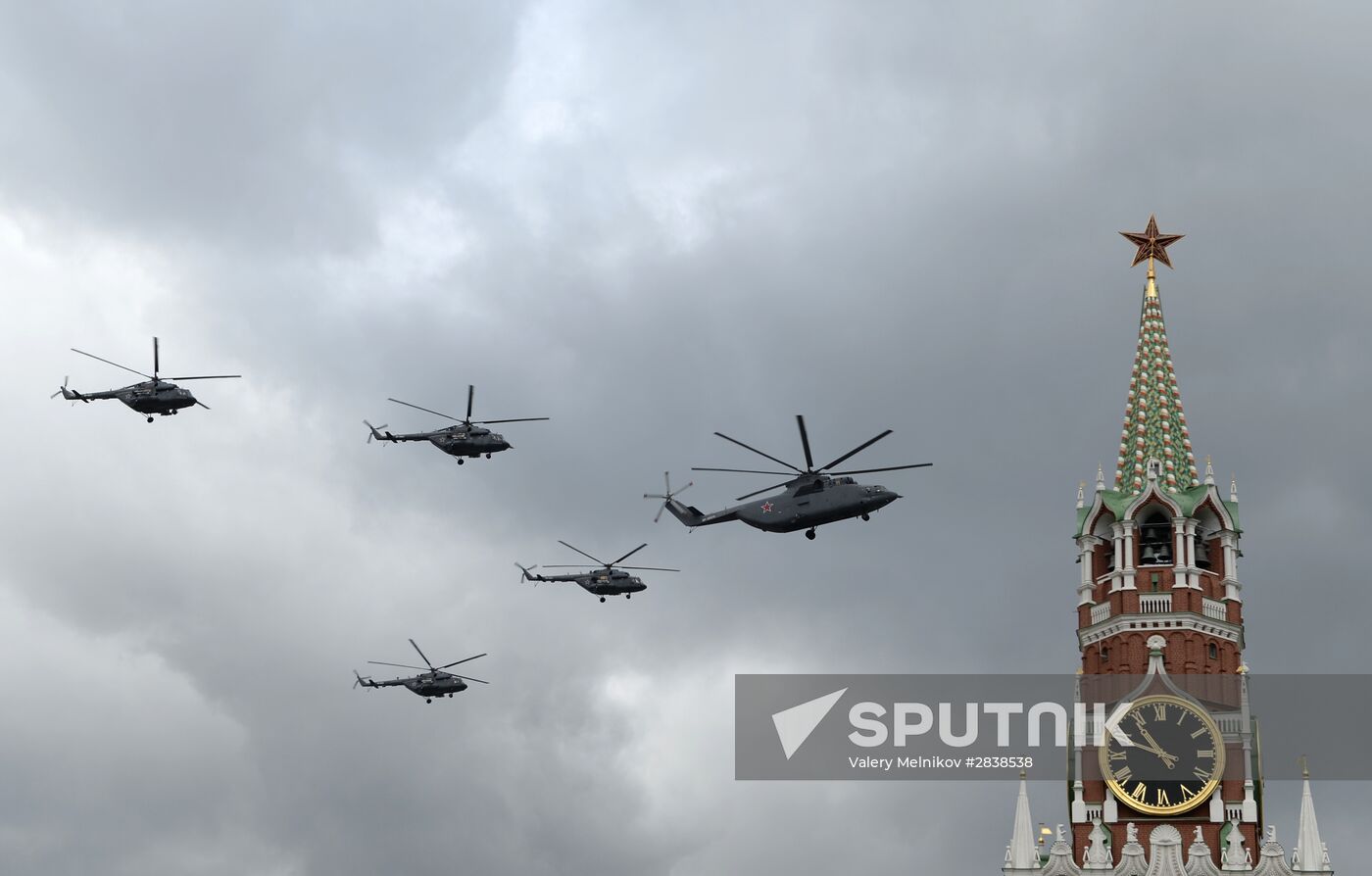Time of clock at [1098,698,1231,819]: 10:48
